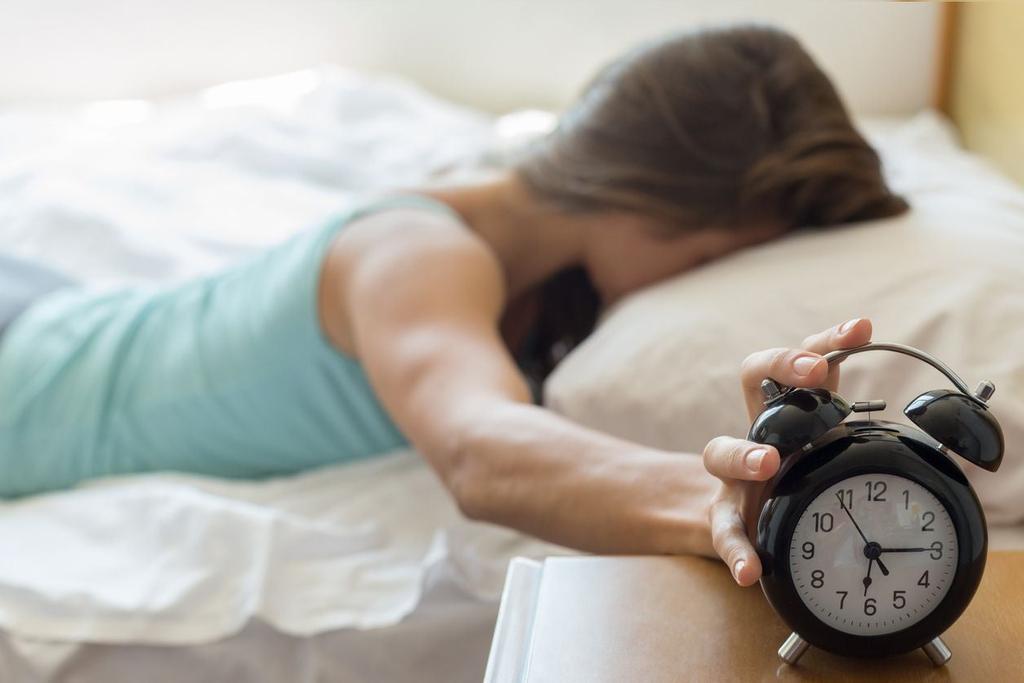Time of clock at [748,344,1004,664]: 5:15
